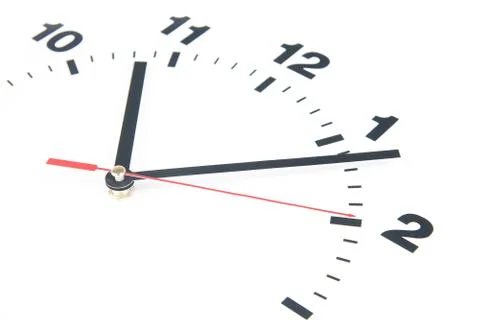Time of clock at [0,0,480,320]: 3:03
